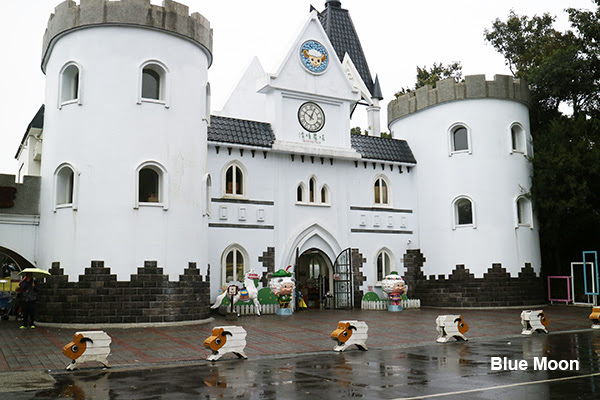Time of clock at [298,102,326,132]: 10:03
